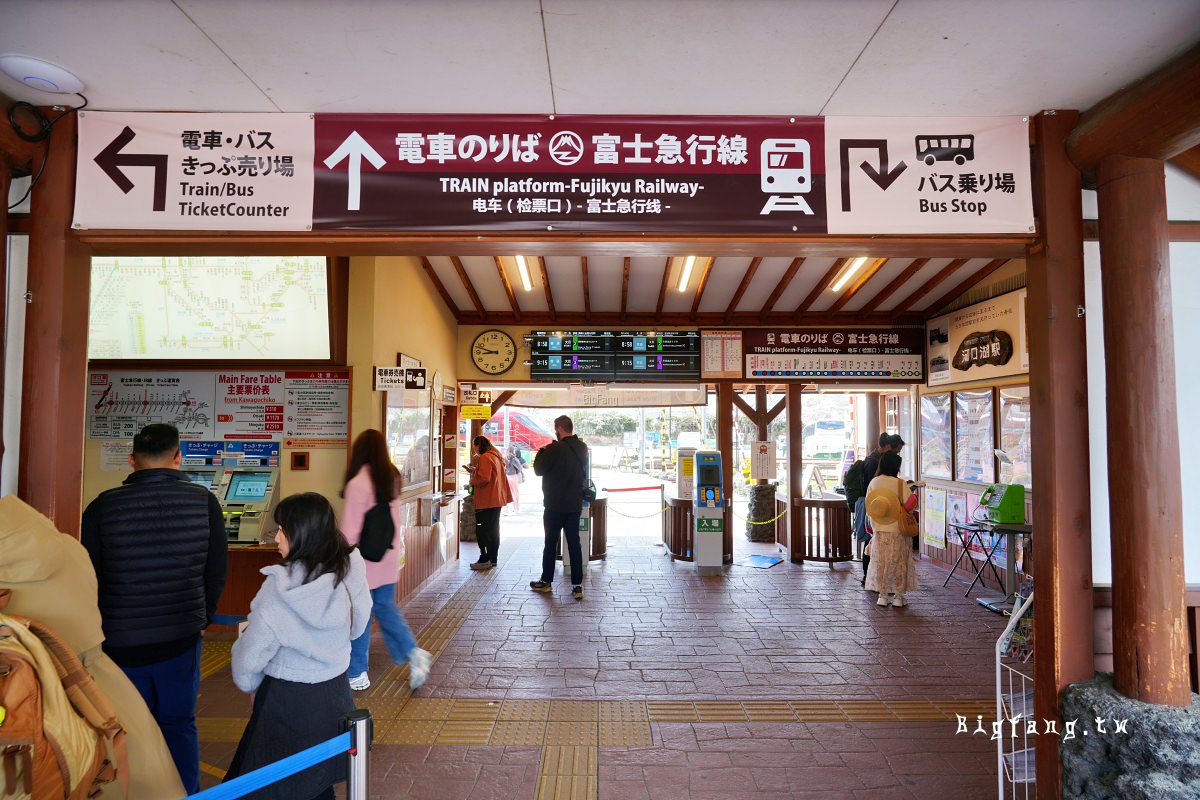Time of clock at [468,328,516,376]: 8:47
